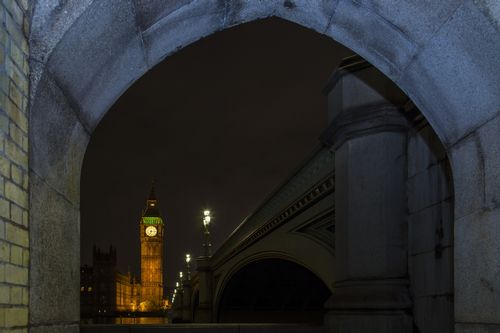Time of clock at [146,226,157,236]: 6:15
